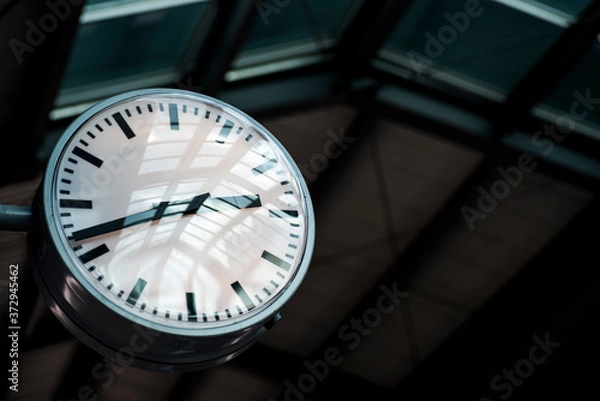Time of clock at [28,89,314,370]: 2:42
